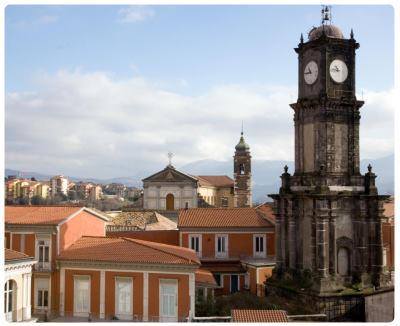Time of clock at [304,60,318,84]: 10:45
